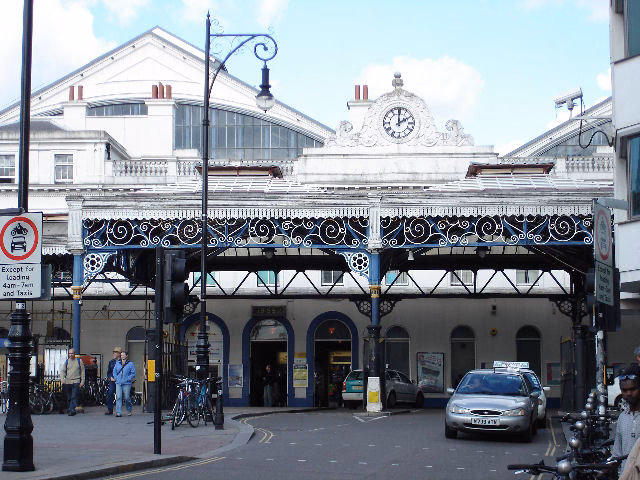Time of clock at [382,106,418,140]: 2:00
